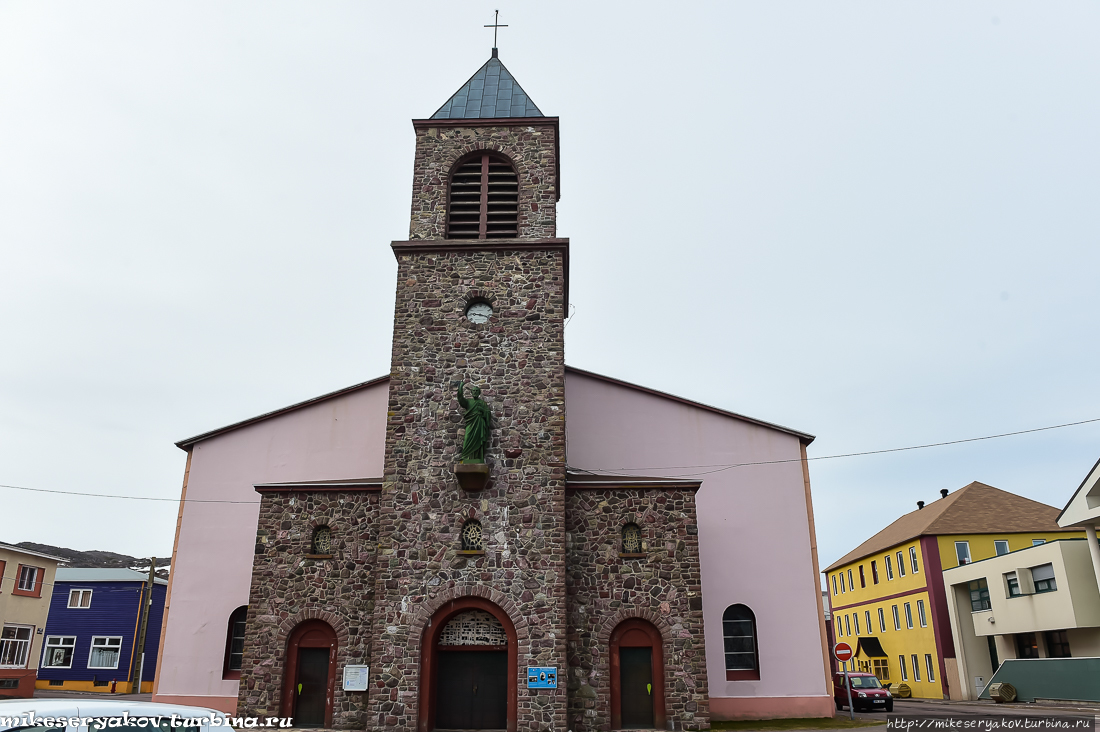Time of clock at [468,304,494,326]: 9:18
